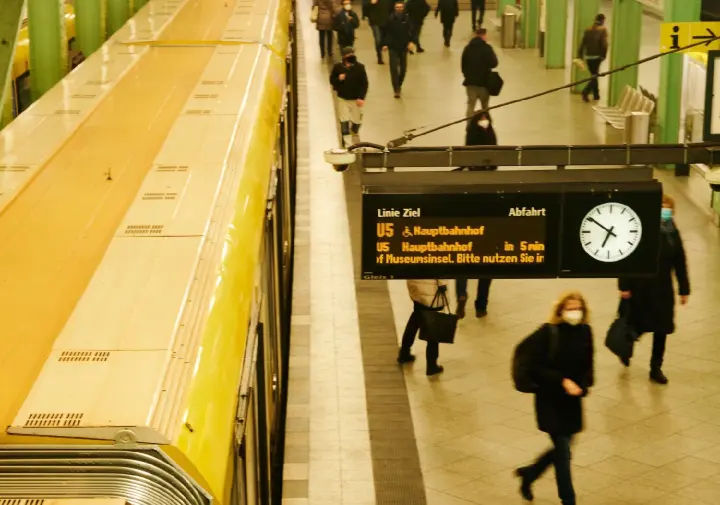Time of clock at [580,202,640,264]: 6:50
